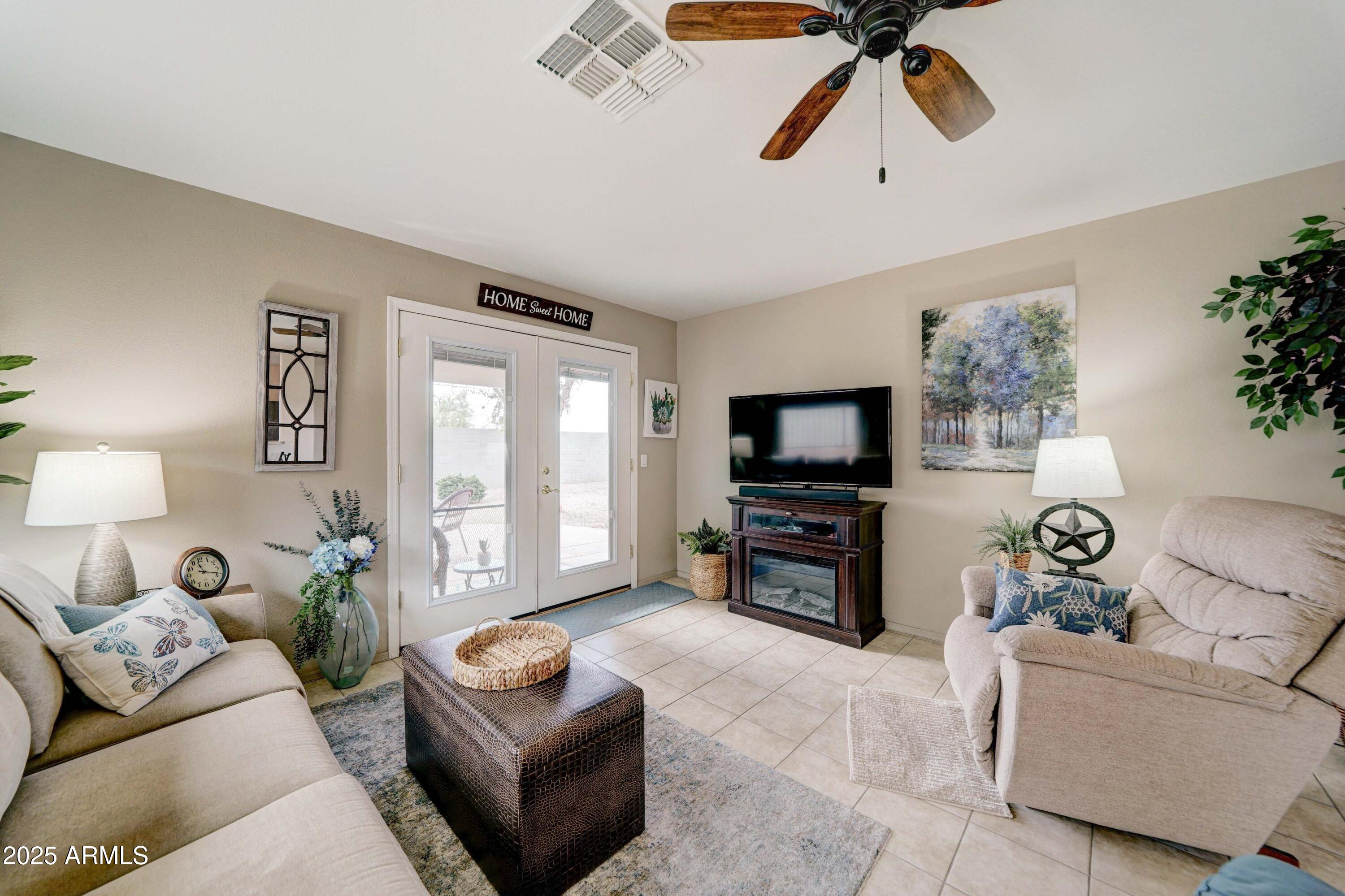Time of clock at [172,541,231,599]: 11:18
